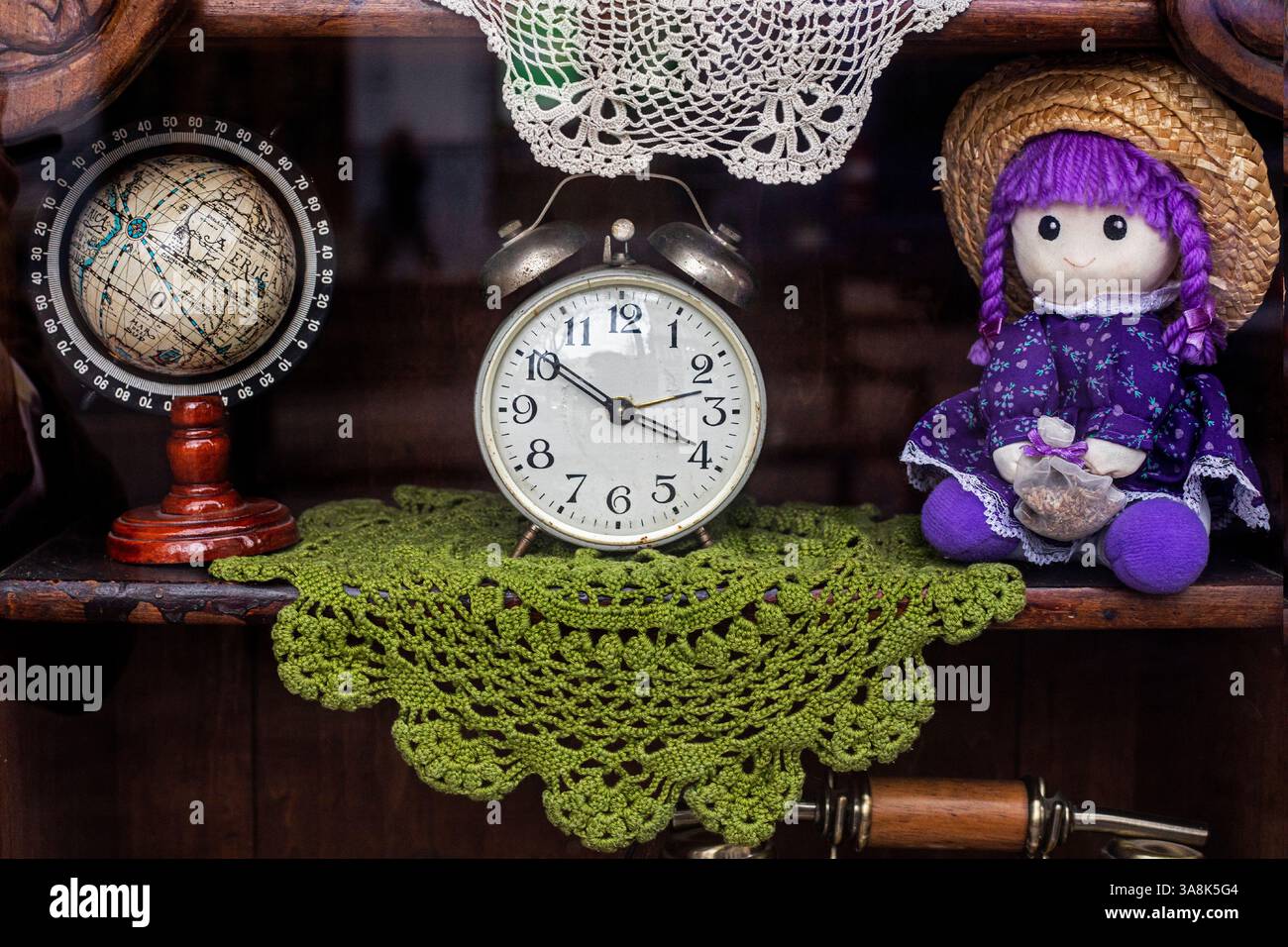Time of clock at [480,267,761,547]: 3:50
